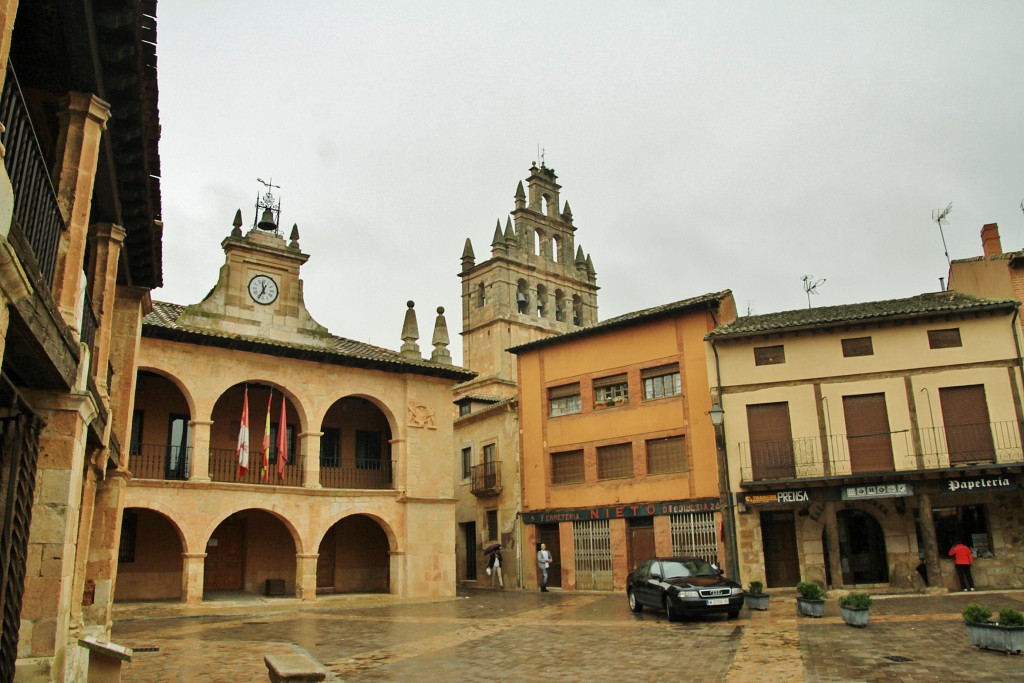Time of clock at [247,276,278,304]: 11:34
